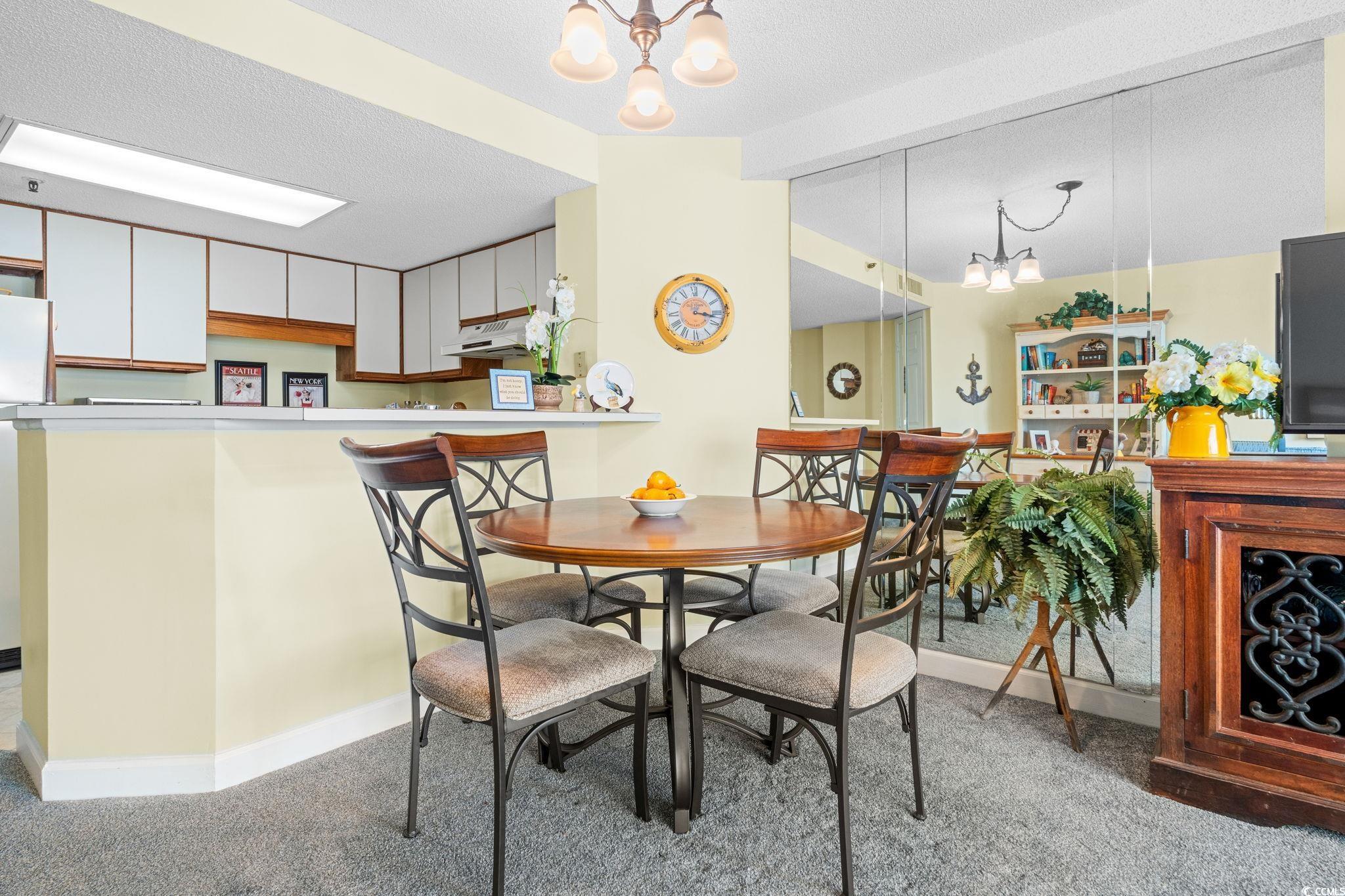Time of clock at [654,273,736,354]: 3:17
